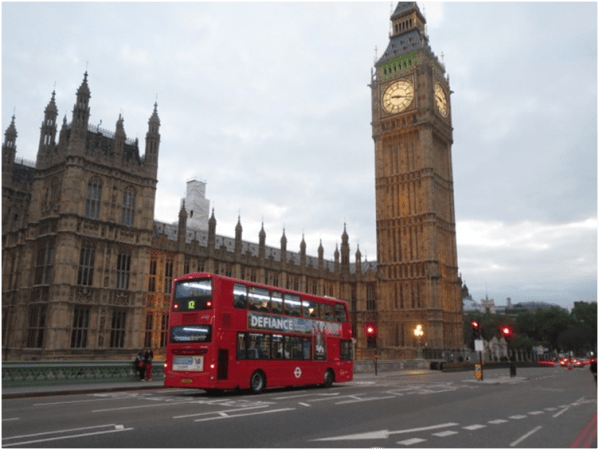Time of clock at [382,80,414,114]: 9:17
